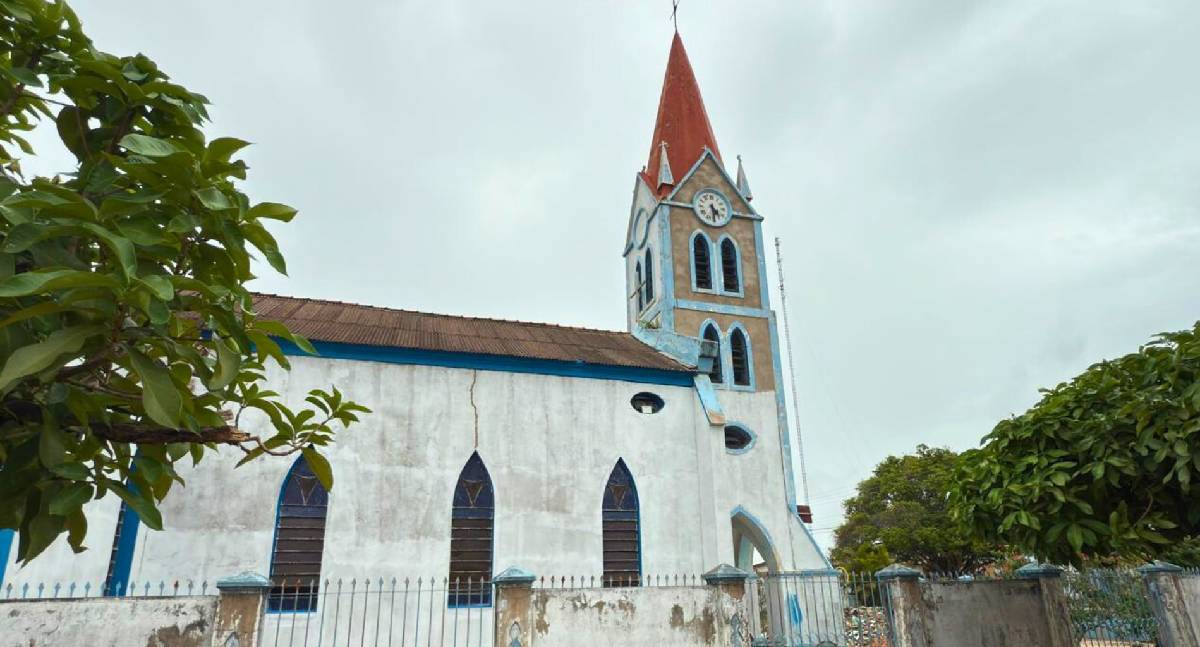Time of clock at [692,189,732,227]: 4:29
